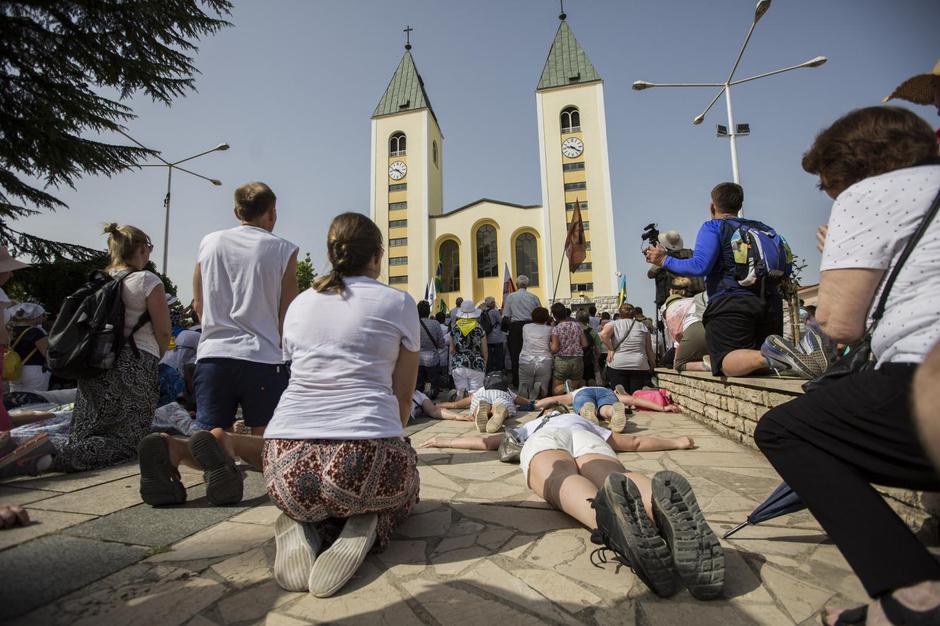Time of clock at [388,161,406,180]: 9:22
